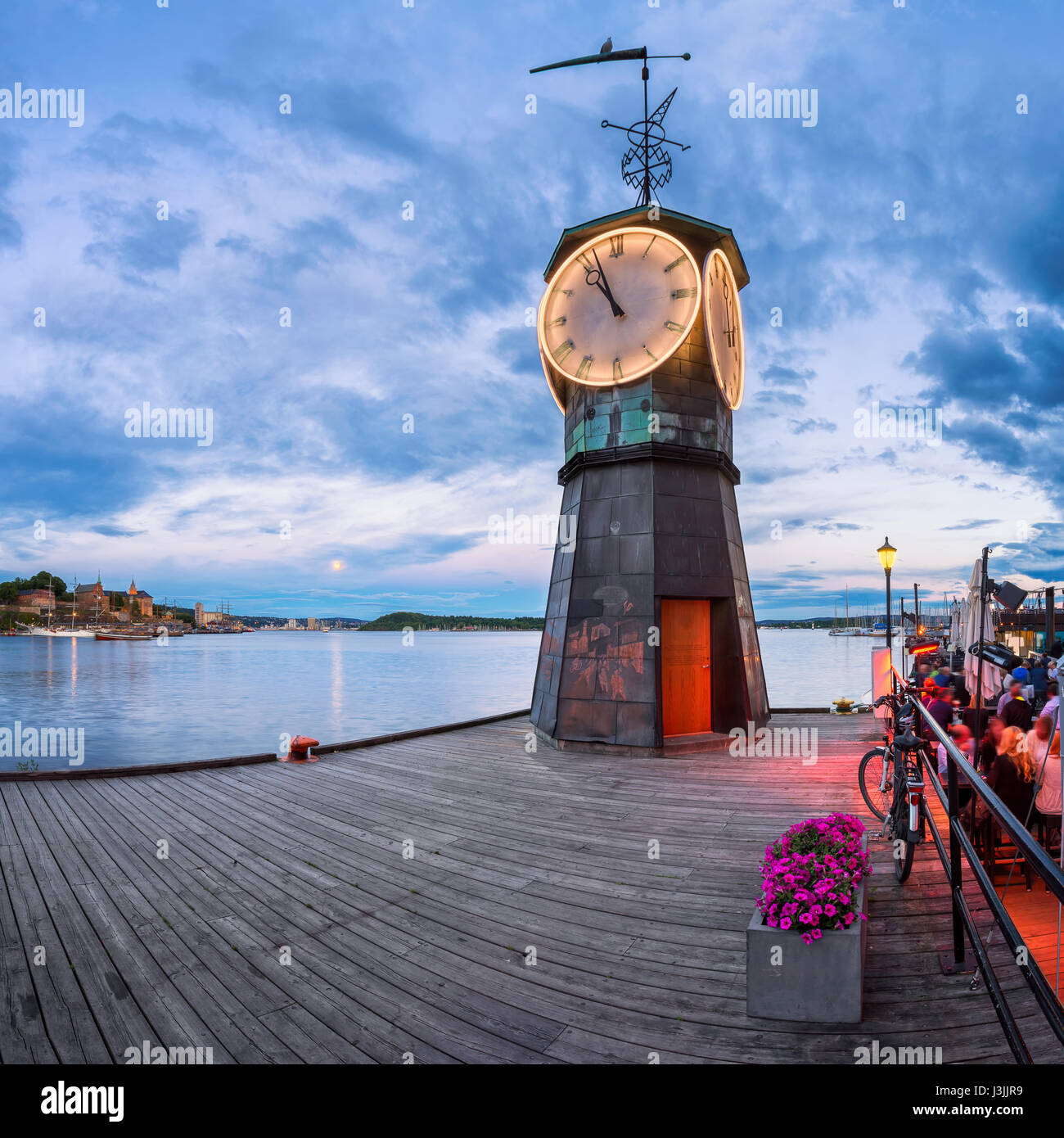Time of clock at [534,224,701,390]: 10:56
